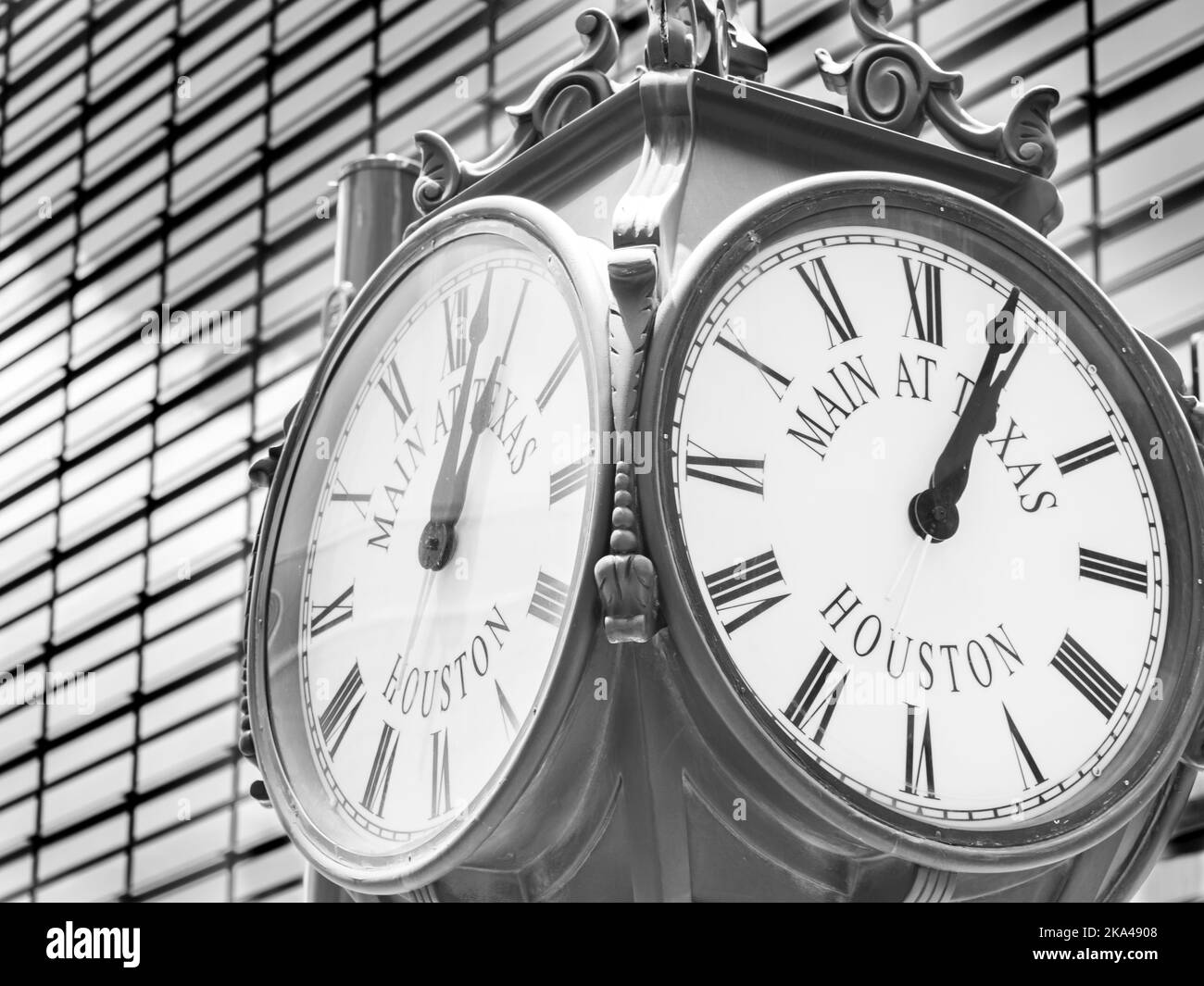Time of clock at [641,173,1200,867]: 1:03
